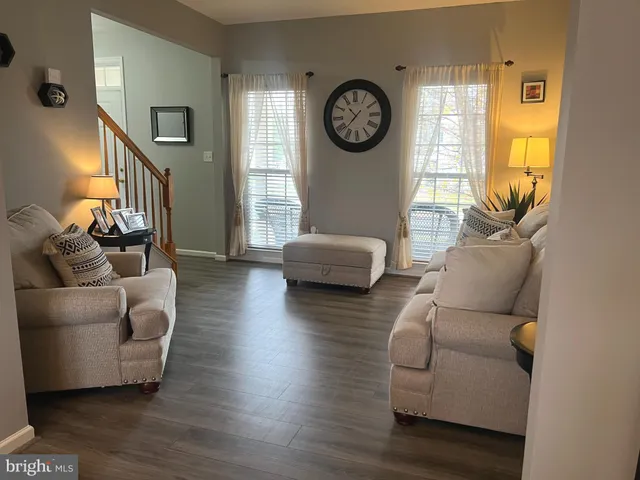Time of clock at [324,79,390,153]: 10:37
